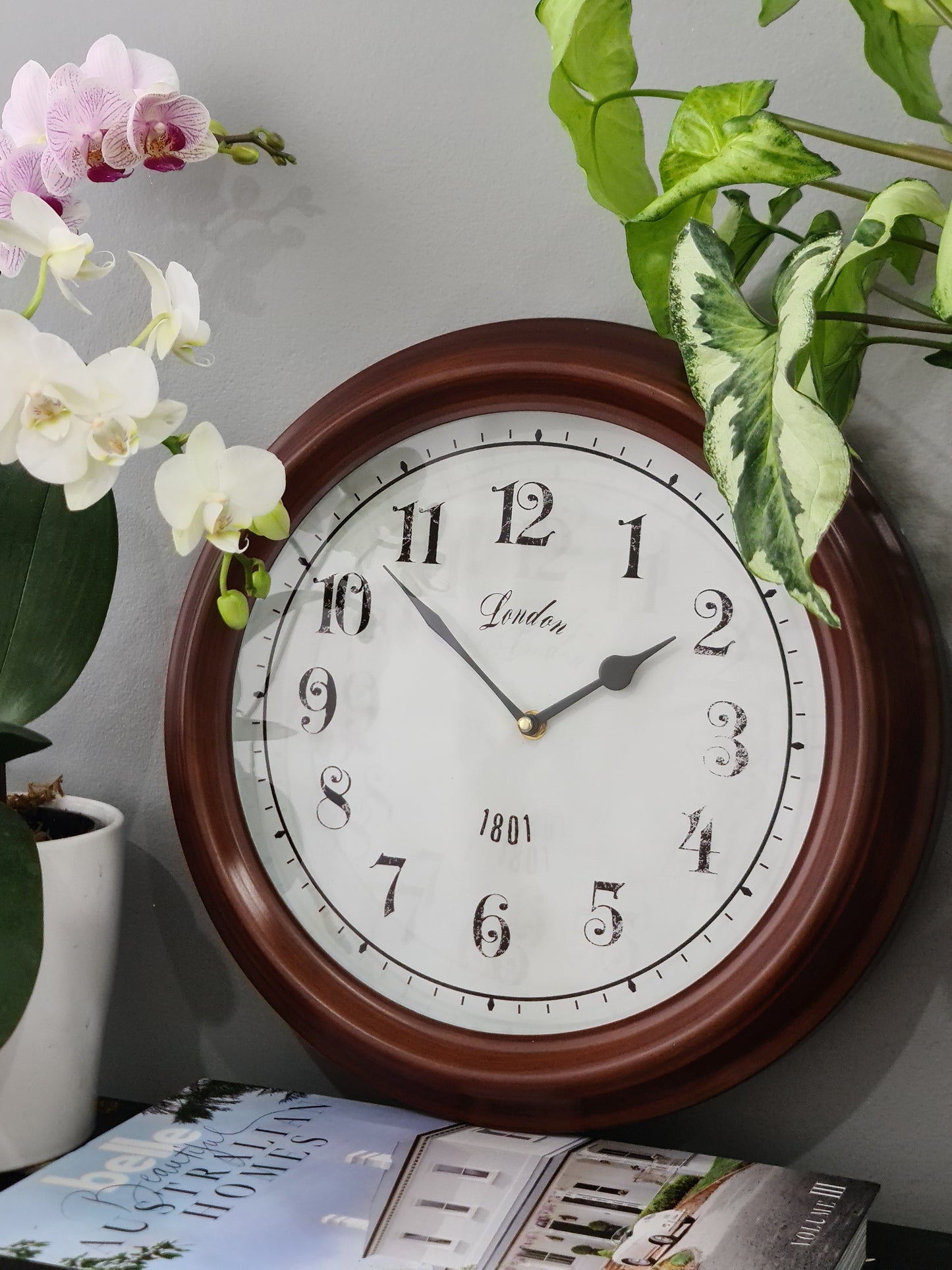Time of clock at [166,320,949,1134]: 1:52
